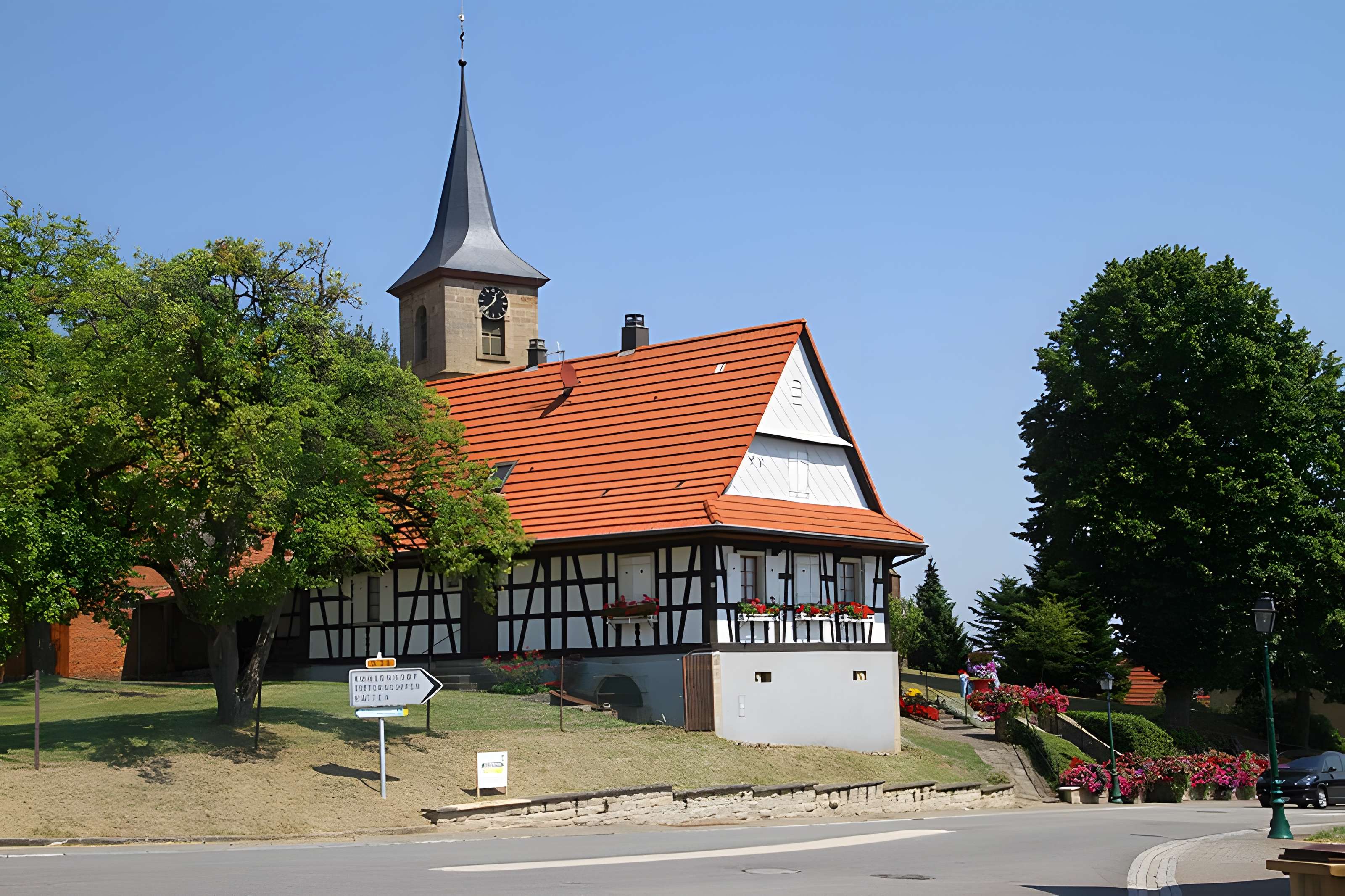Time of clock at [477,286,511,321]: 12:37
